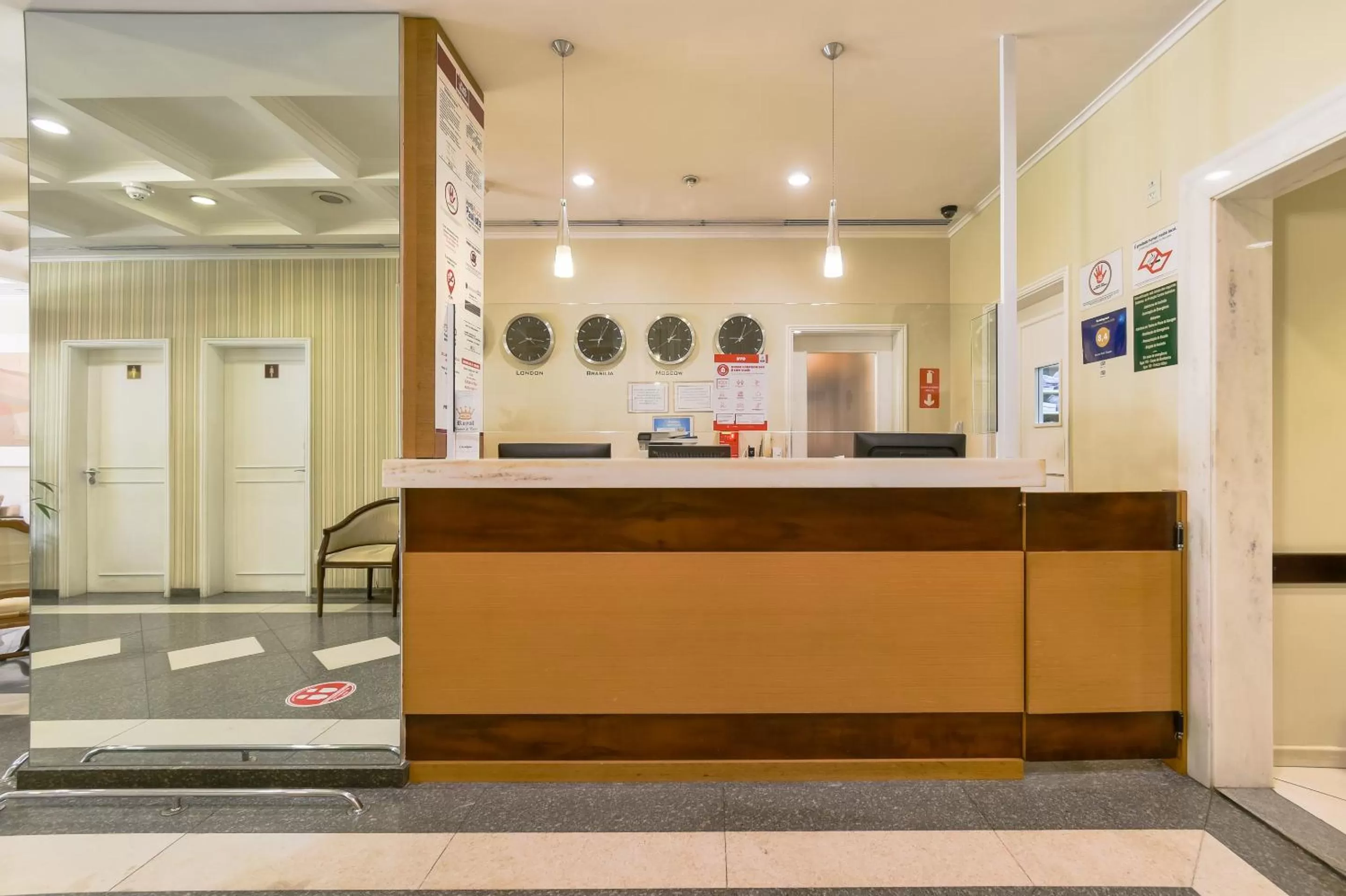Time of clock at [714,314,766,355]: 9:02
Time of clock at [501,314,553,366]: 8:16
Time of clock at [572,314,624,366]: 9:05
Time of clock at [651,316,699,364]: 3:04
